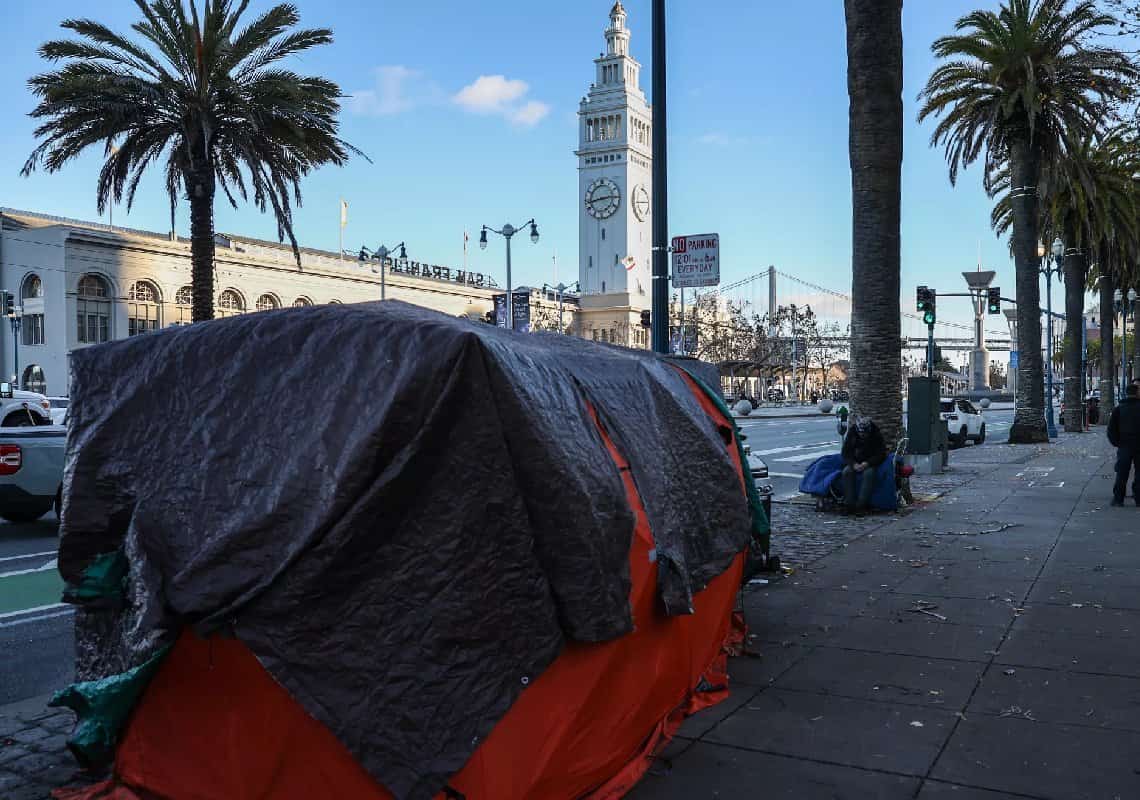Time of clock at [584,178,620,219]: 2:43
